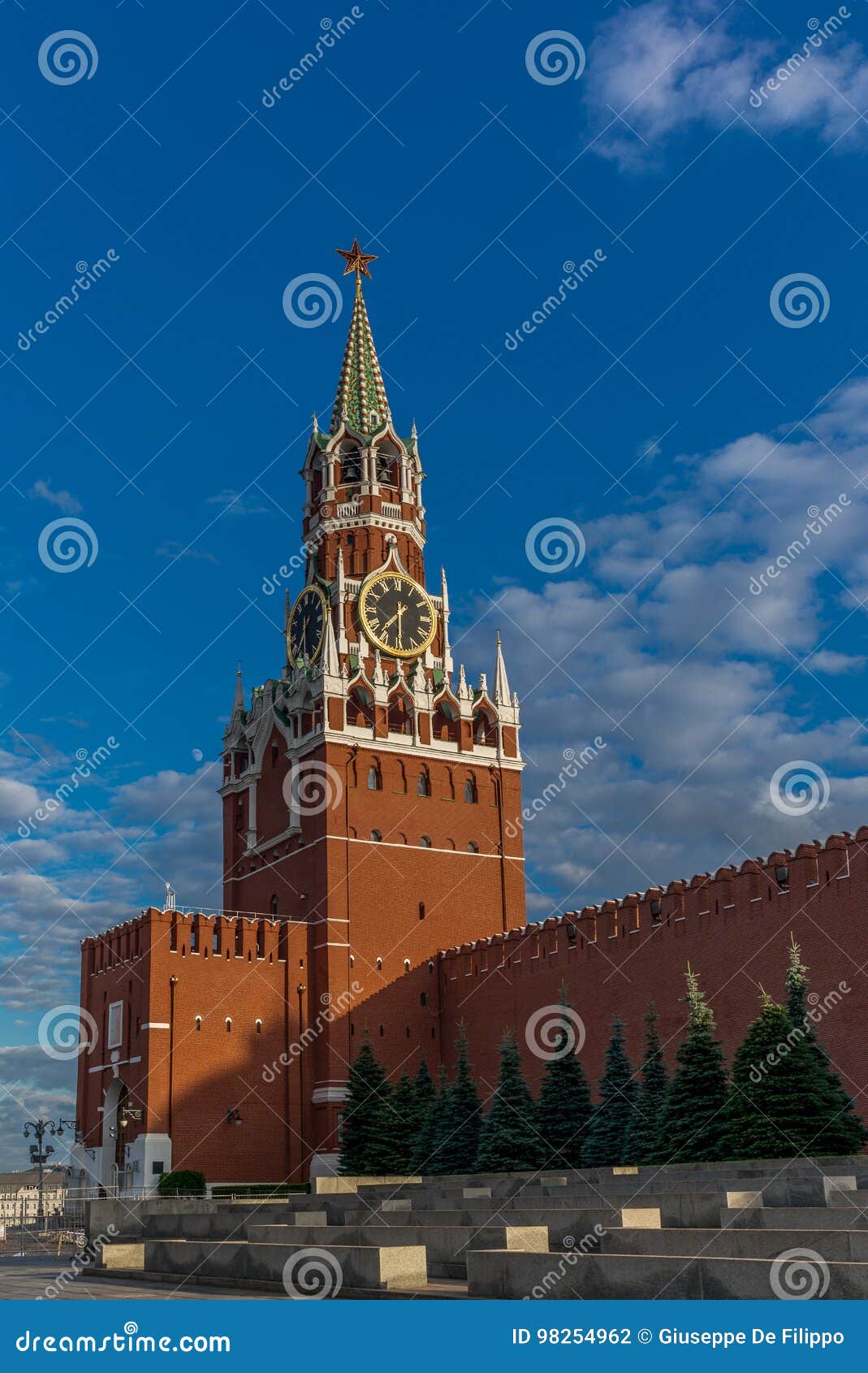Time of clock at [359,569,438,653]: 7:30
